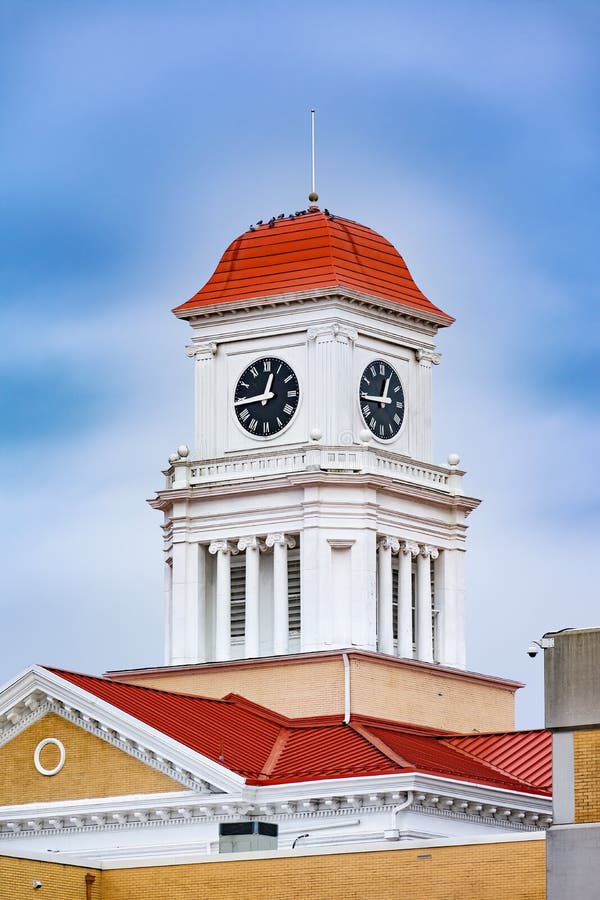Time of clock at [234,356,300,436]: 12:44
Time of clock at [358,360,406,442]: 12:44
